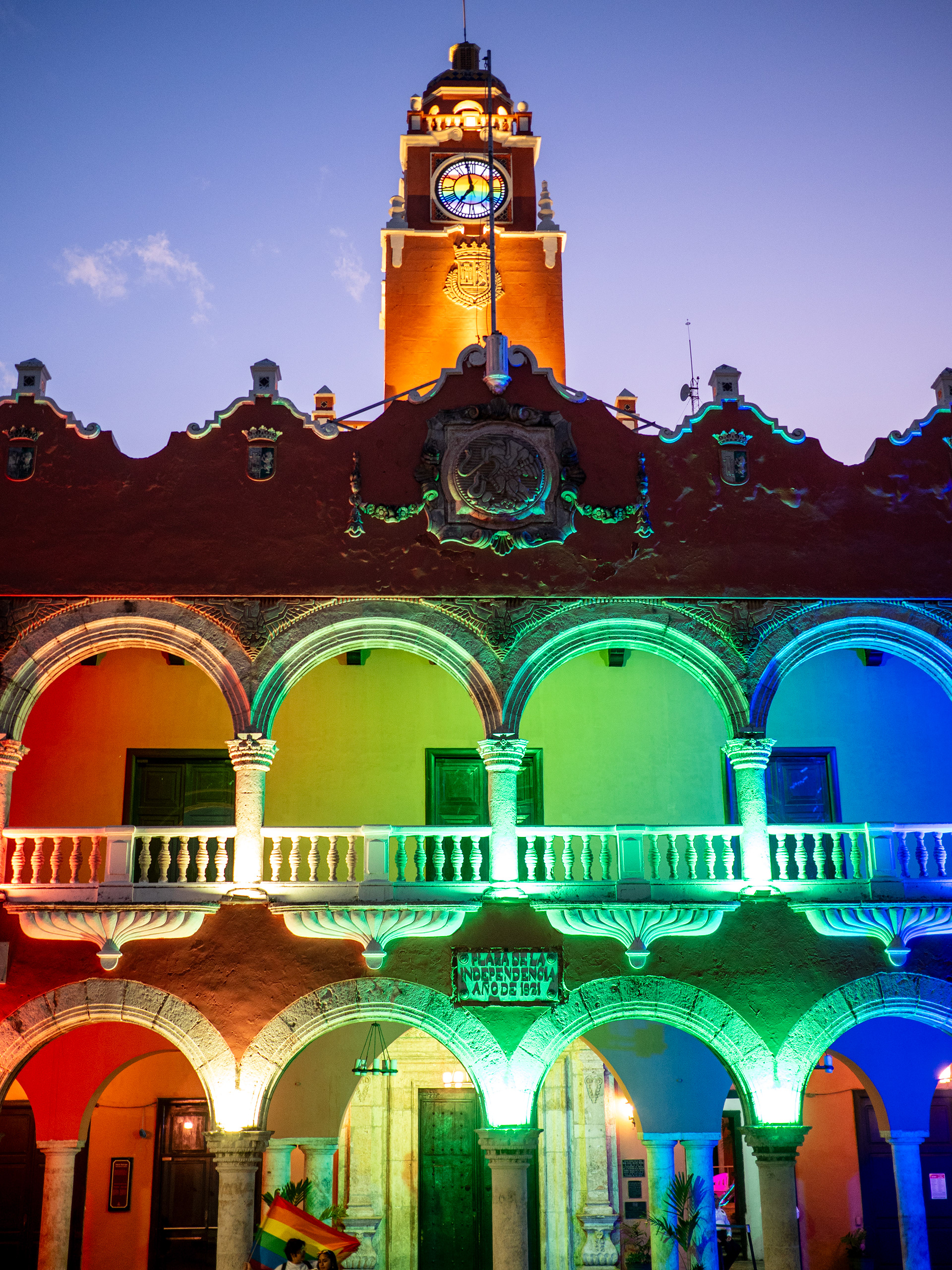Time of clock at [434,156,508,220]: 6:58
